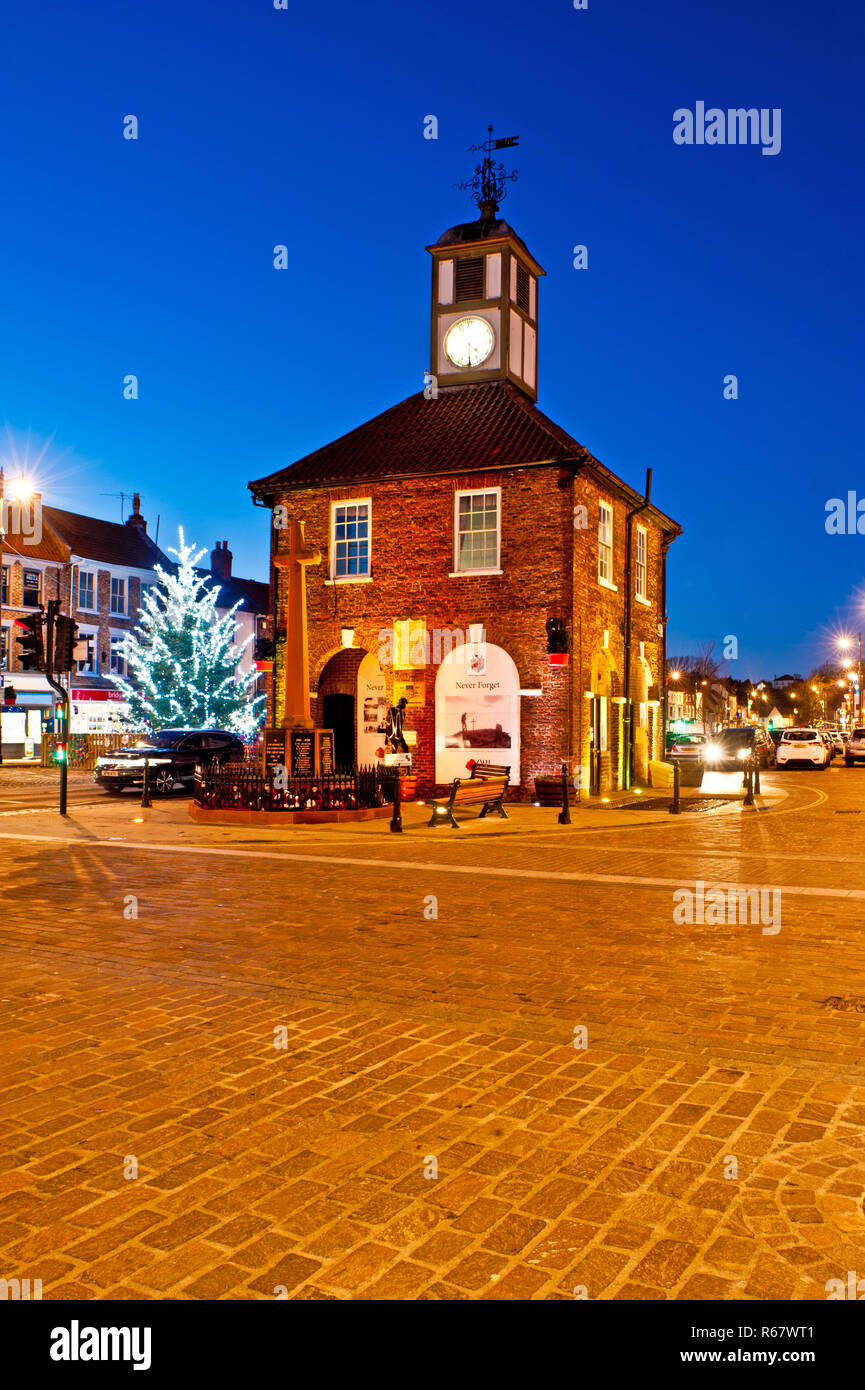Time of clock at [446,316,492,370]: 4:29
